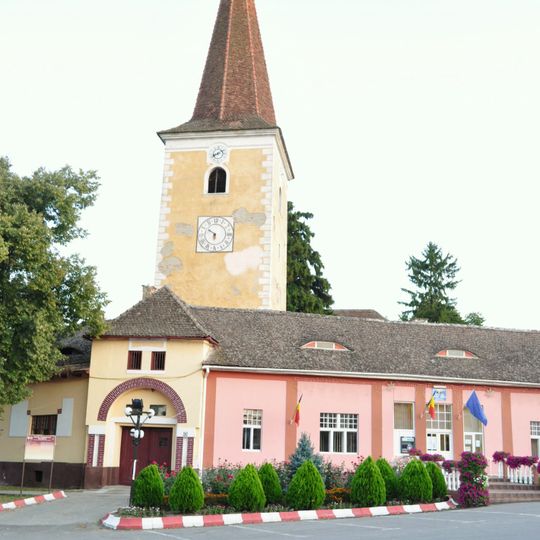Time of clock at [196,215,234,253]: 5:49
